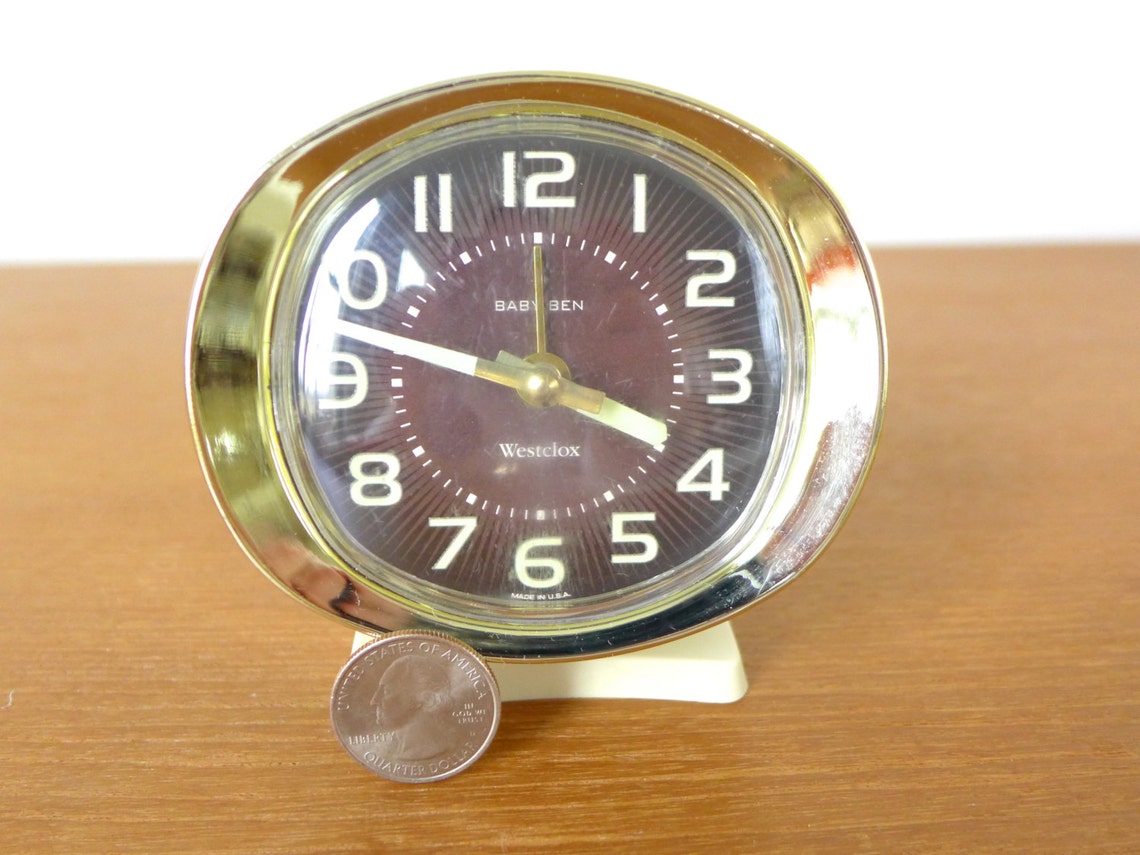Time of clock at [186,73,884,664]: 3:47
